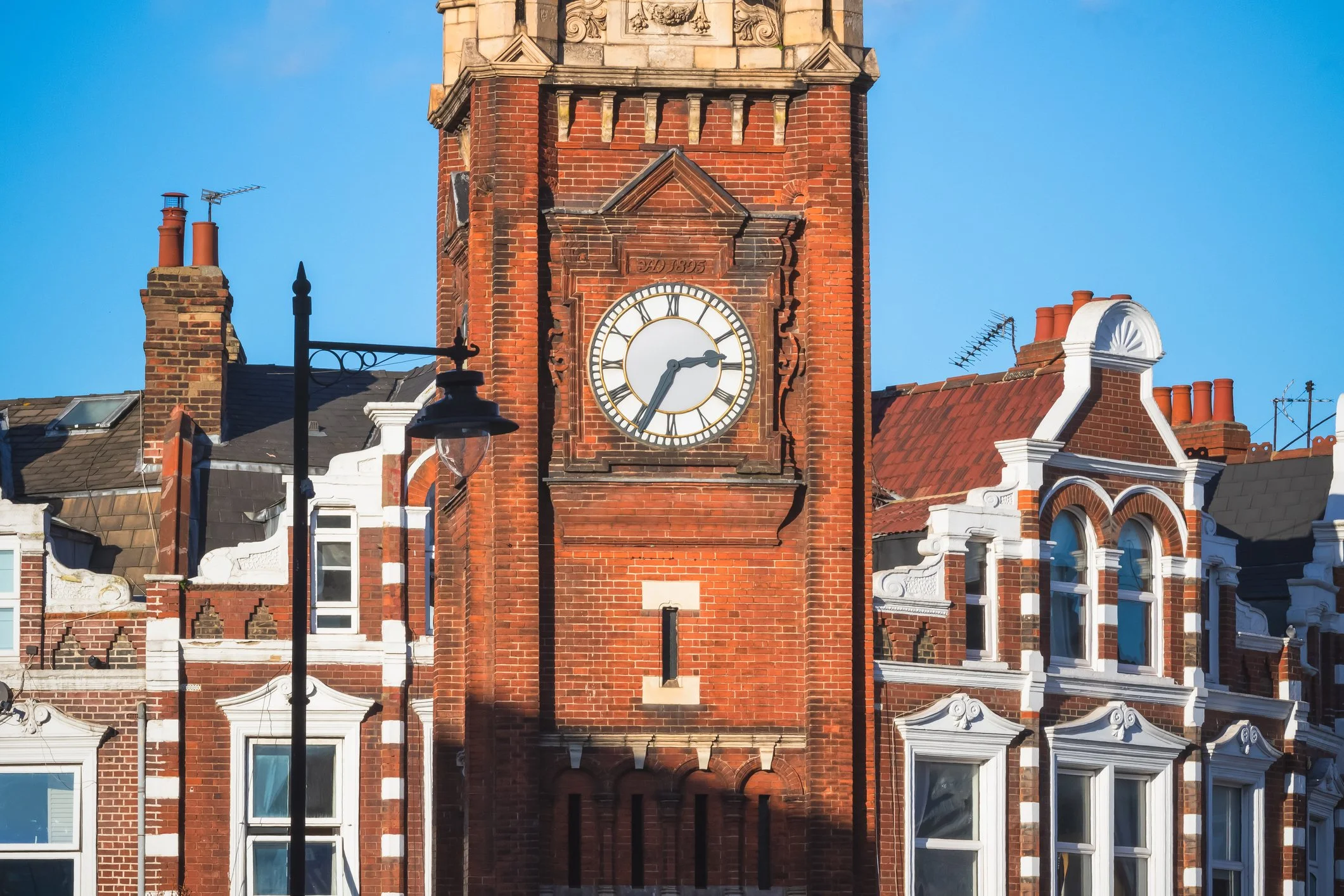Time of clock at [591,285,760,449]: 2:34
